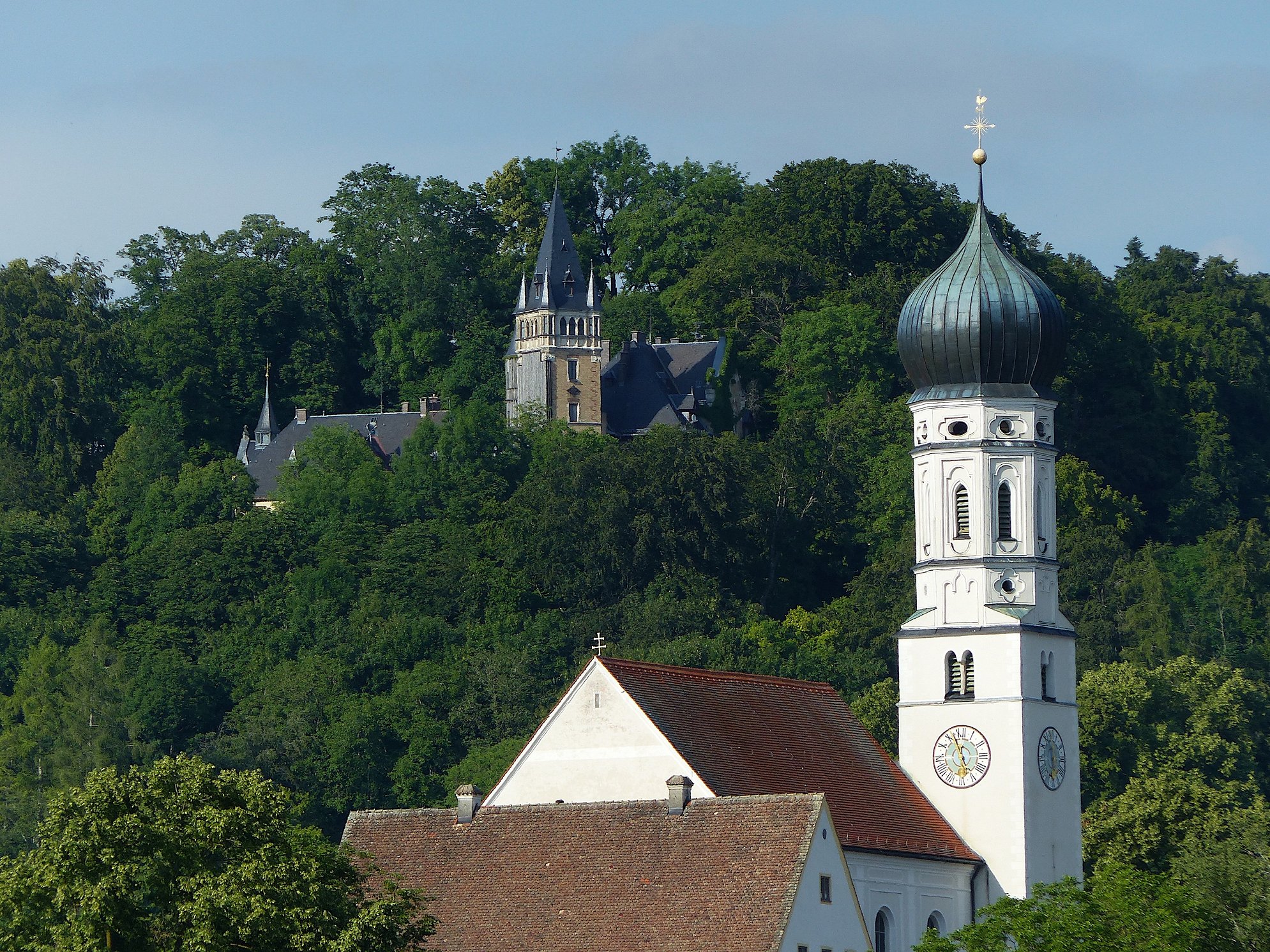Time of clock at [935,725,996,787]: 5:57
